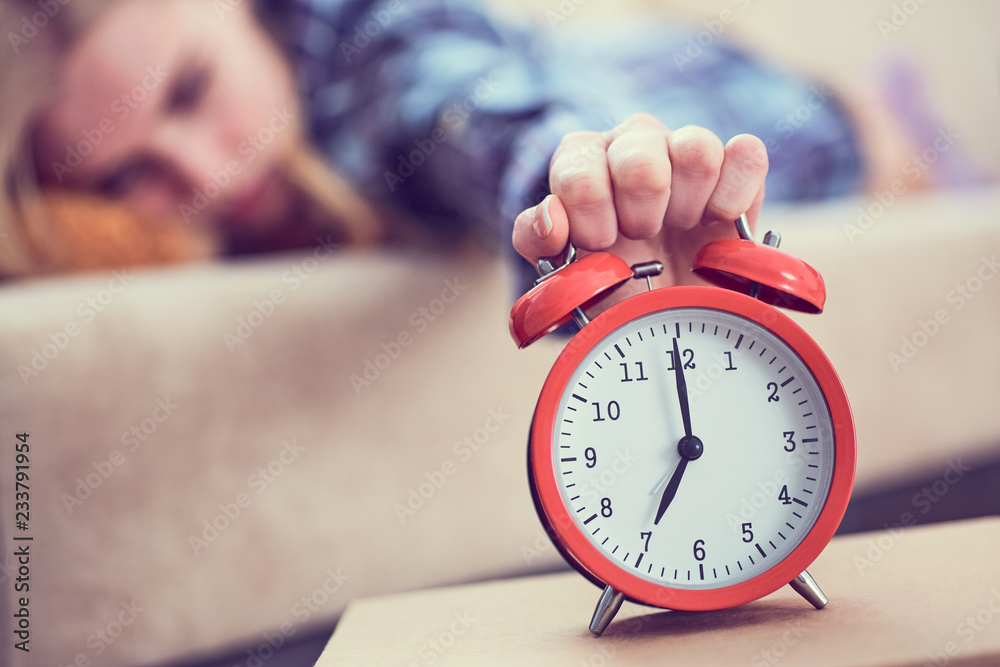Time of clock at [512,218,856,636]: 6:59
